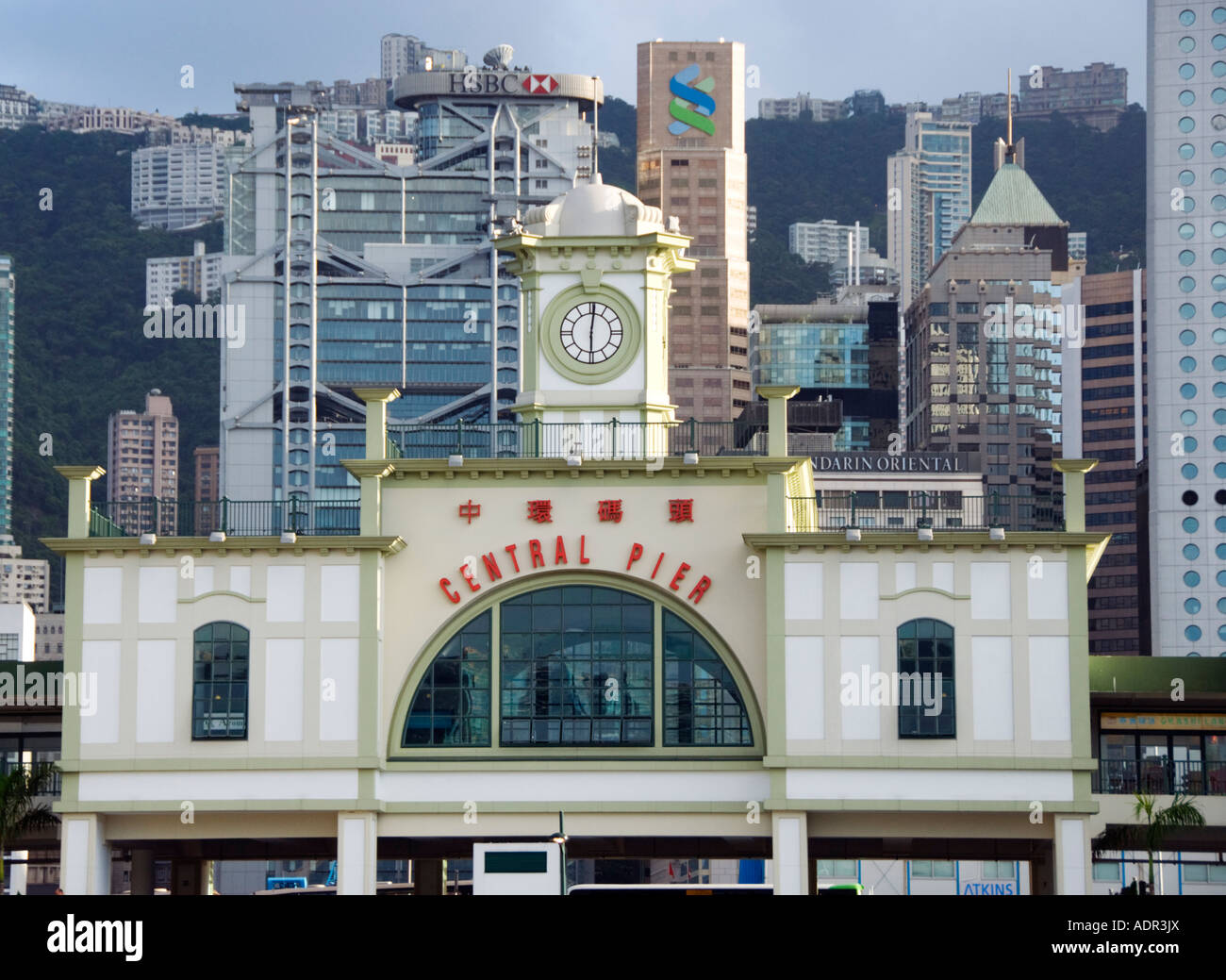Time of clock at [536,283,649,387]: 6:00
